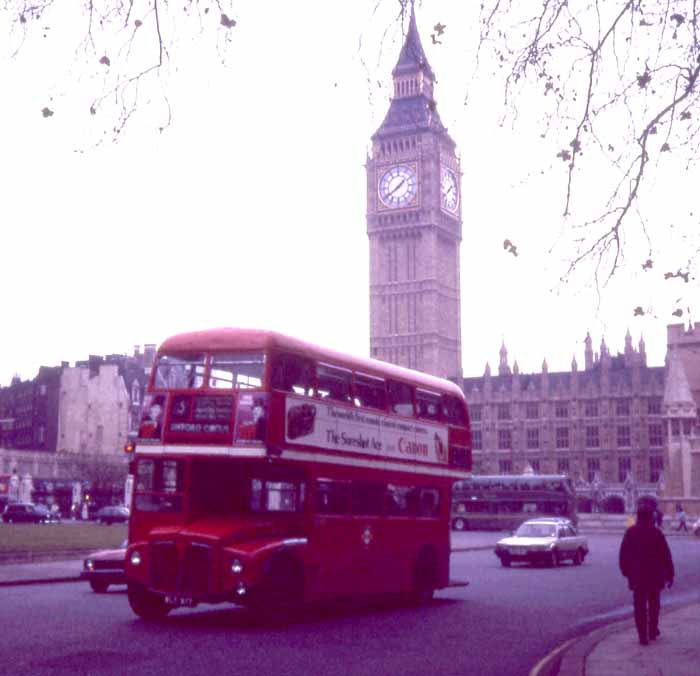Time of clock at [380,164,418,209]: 1:39
